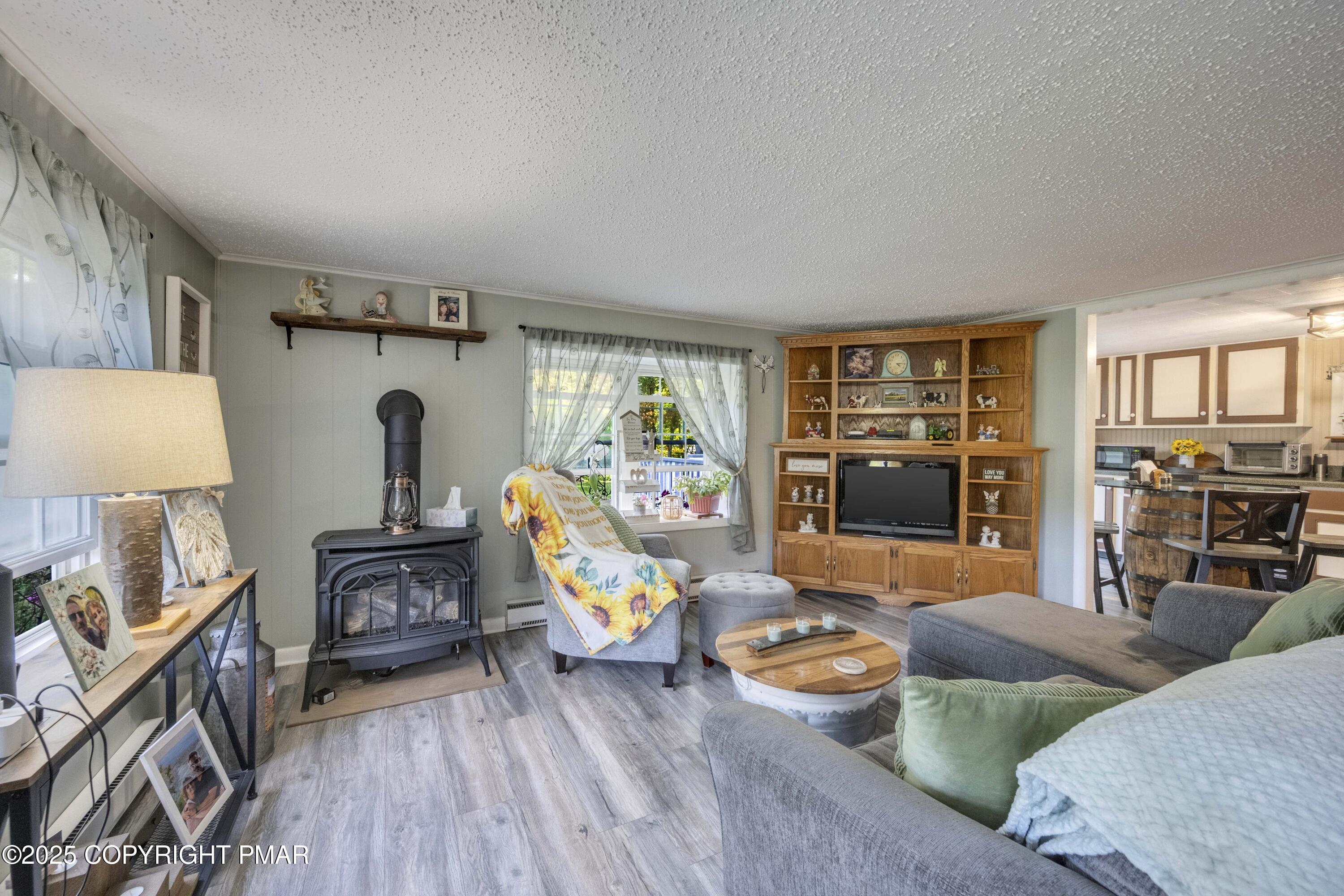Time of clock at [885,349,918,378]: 4:14
